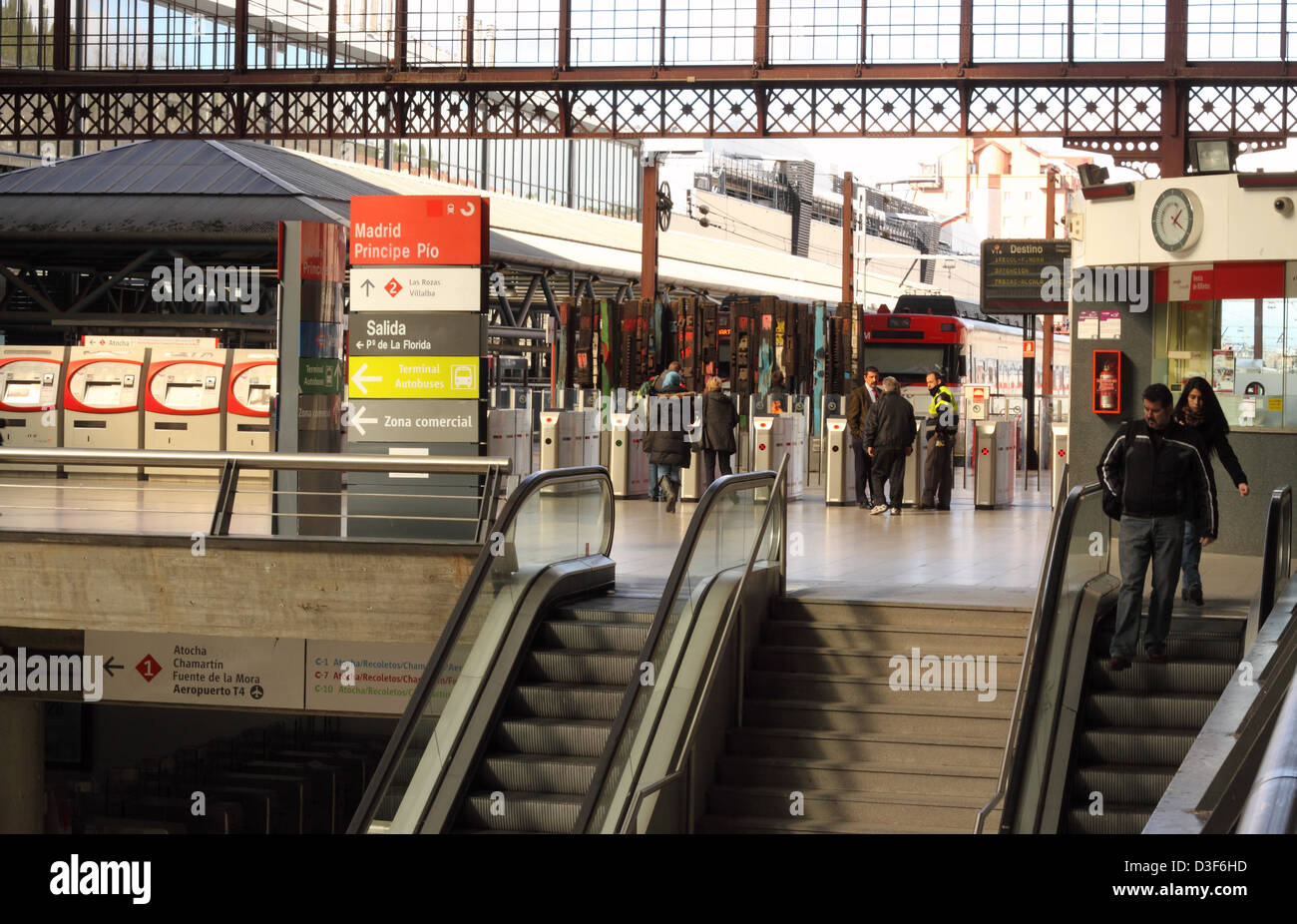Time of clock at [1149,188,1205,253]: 1:20
